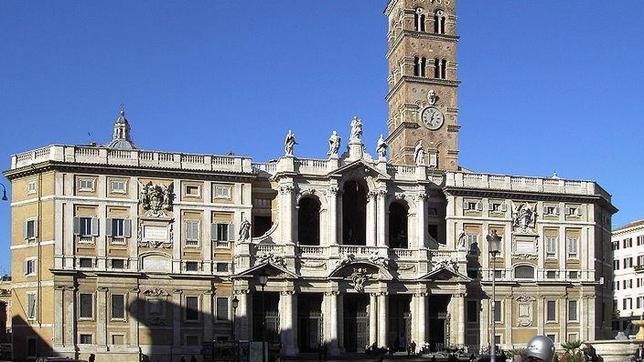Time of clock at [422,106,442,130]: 12:32
